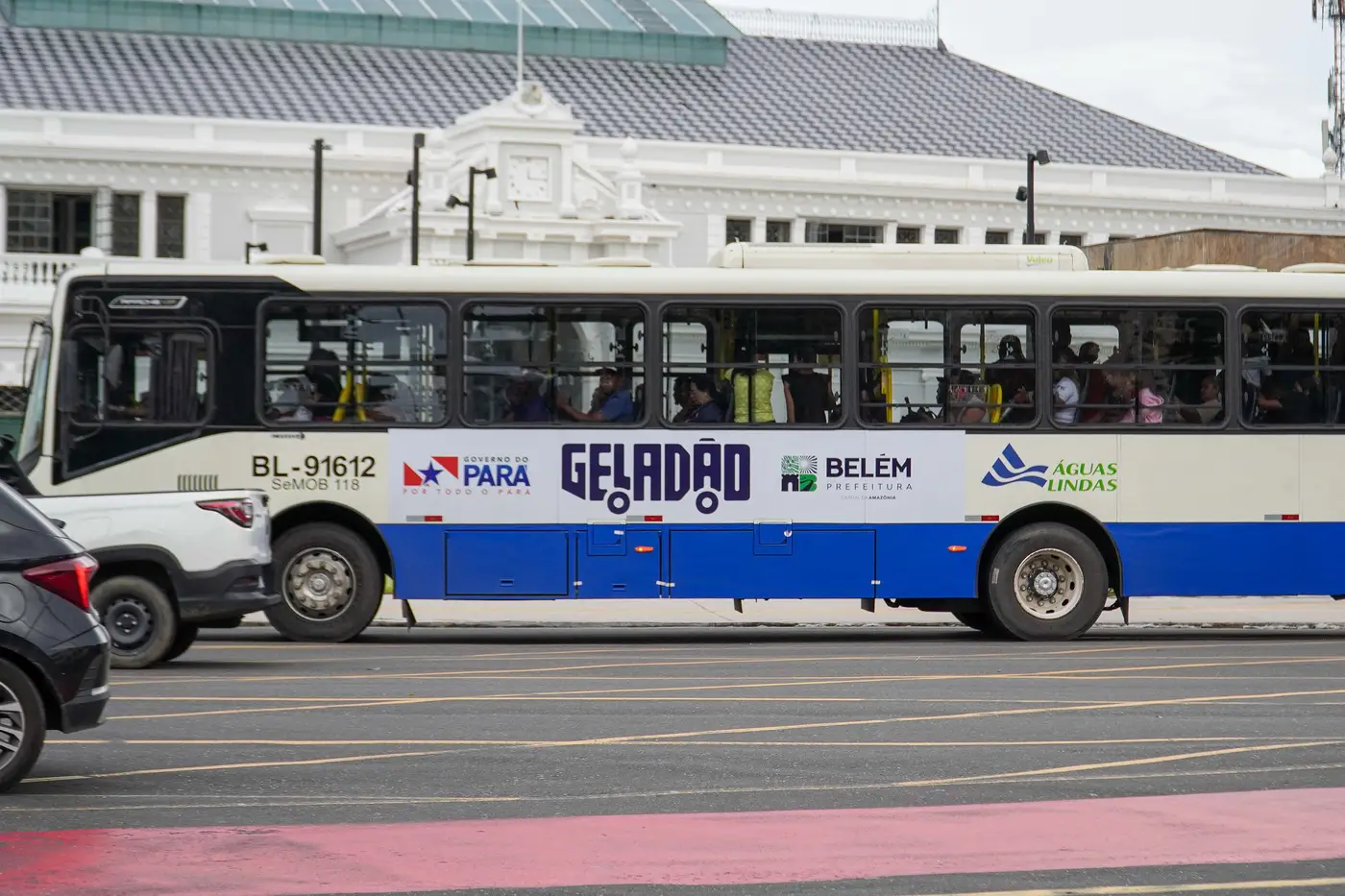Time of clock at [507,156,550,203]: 12:14
